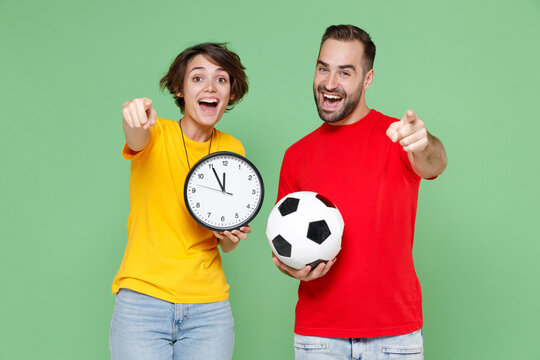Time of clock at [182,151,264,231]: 11:55
